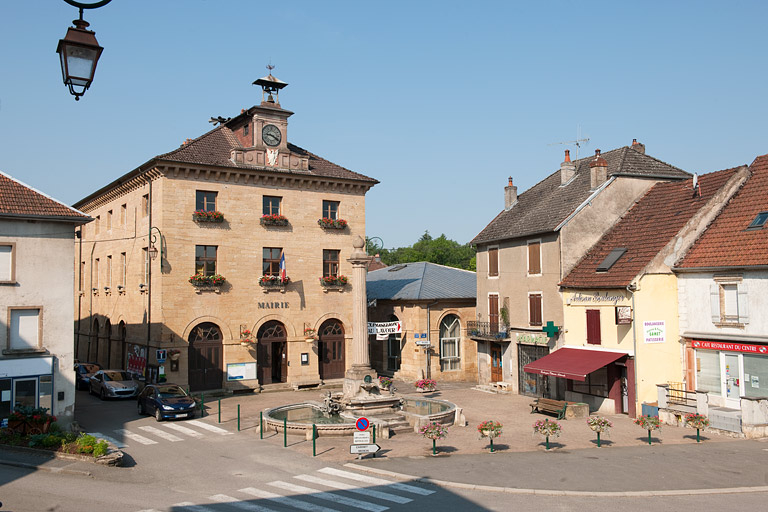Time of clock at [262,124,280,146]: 9:20
